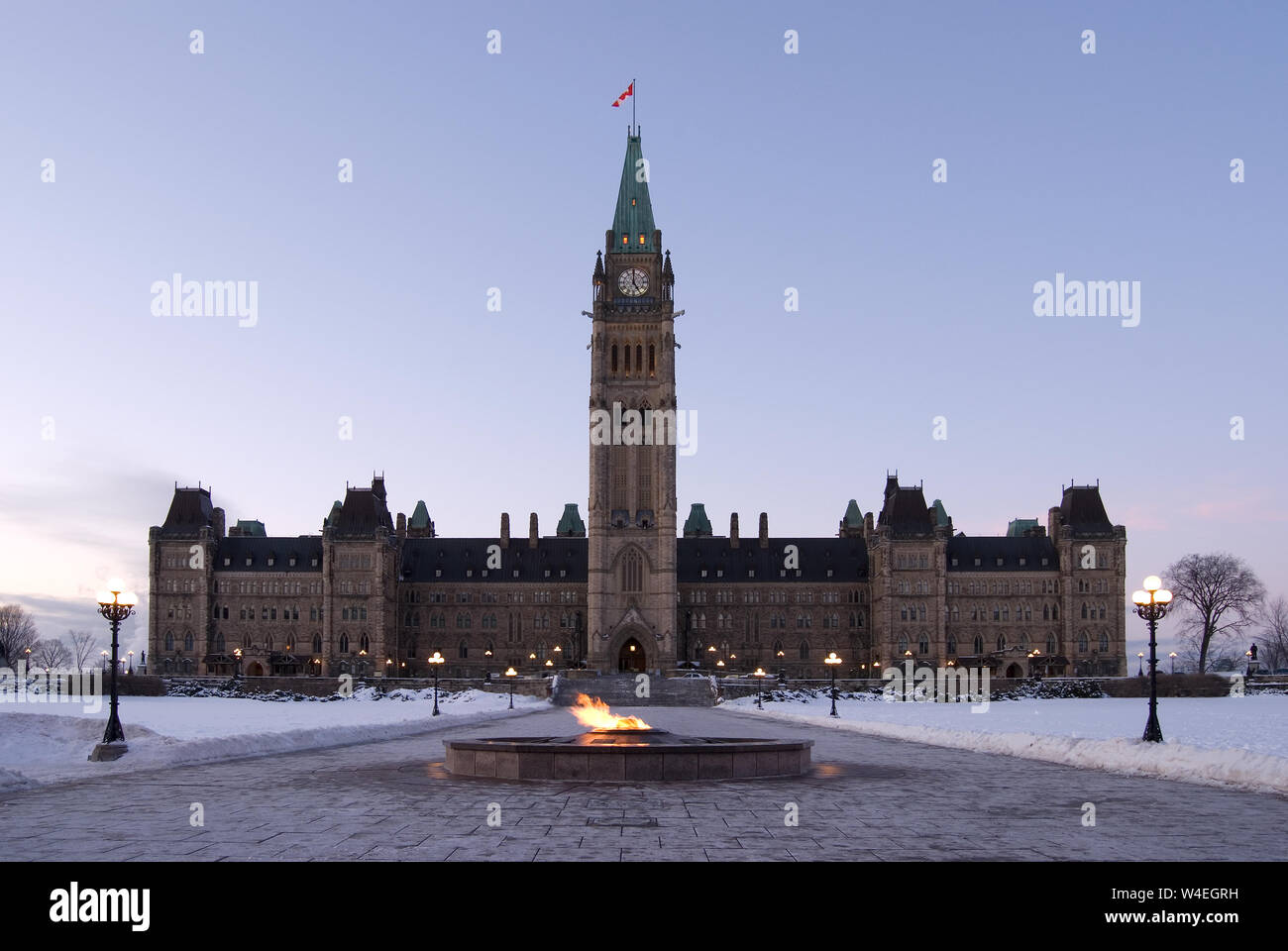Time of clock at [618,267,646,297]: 4:59
